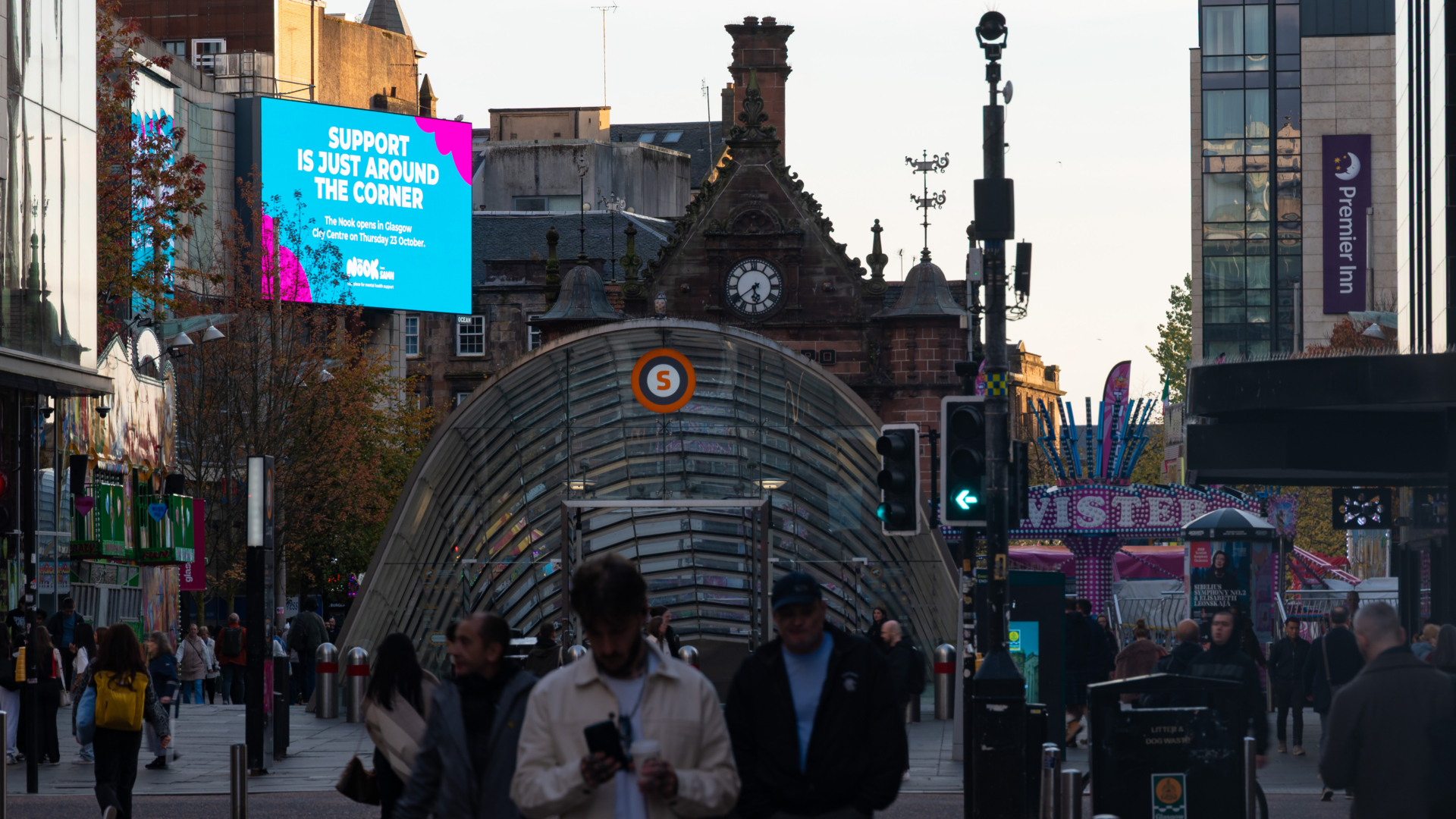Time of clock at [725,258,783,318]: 5:38
